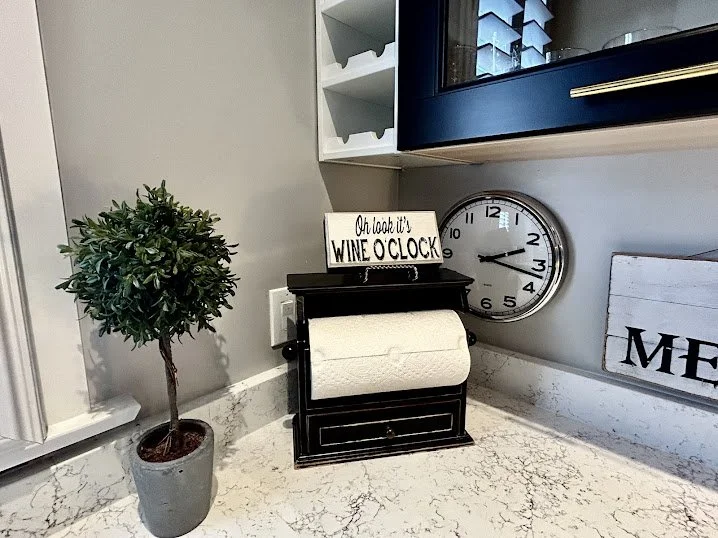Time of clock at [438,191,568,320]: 2:17
